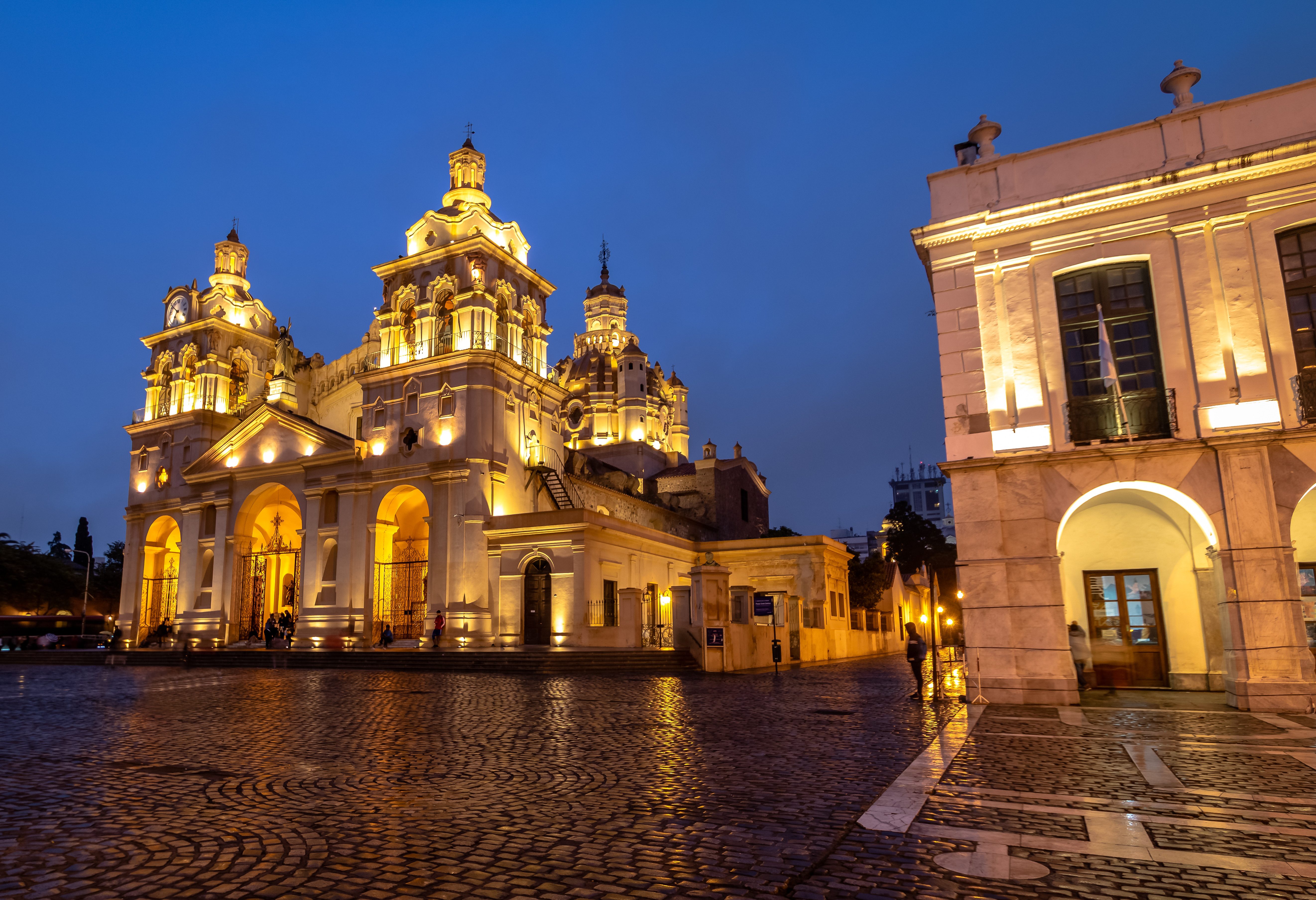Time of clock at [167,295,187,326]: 6:51
